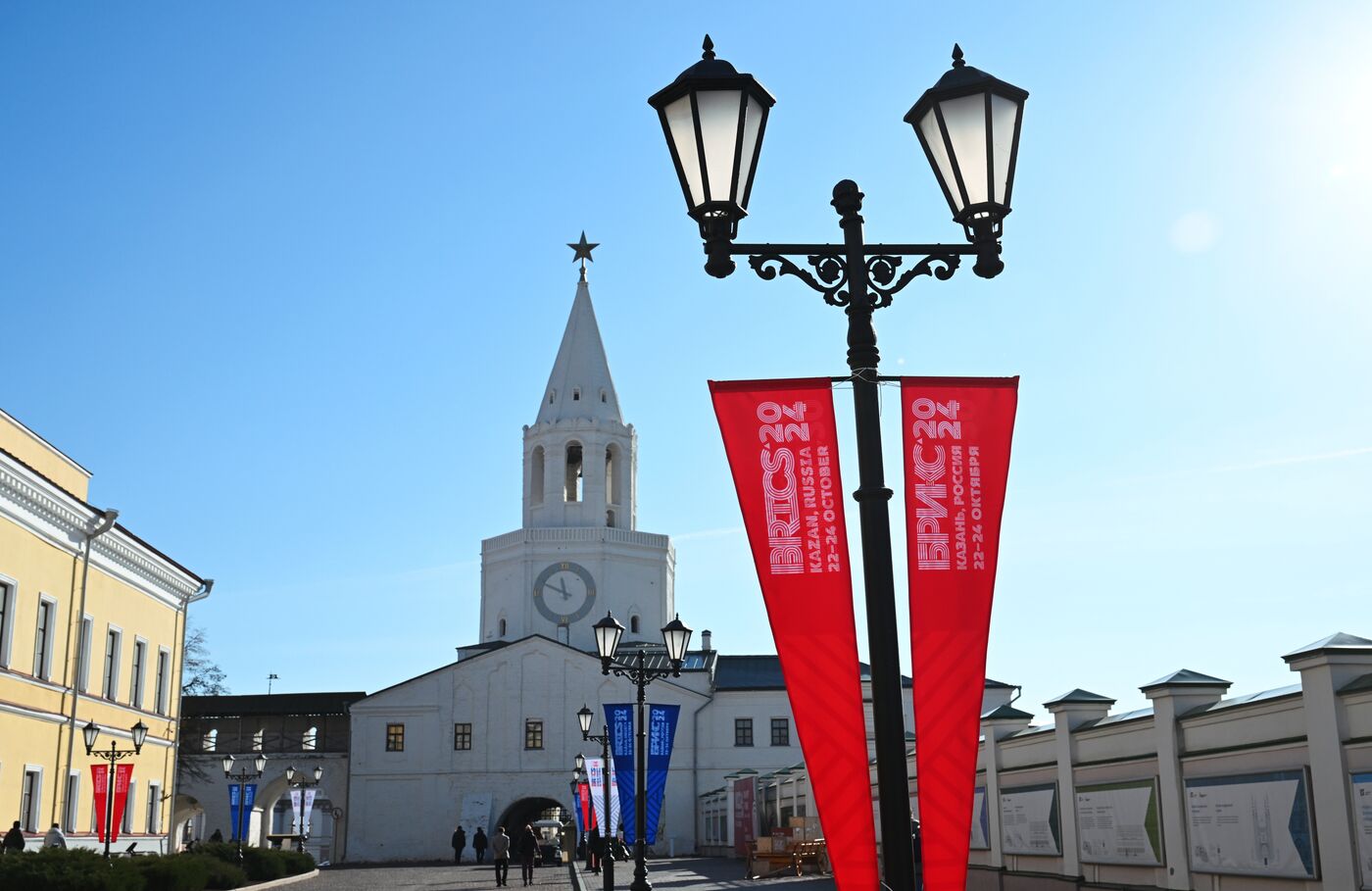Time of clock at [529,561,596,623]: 11:48
